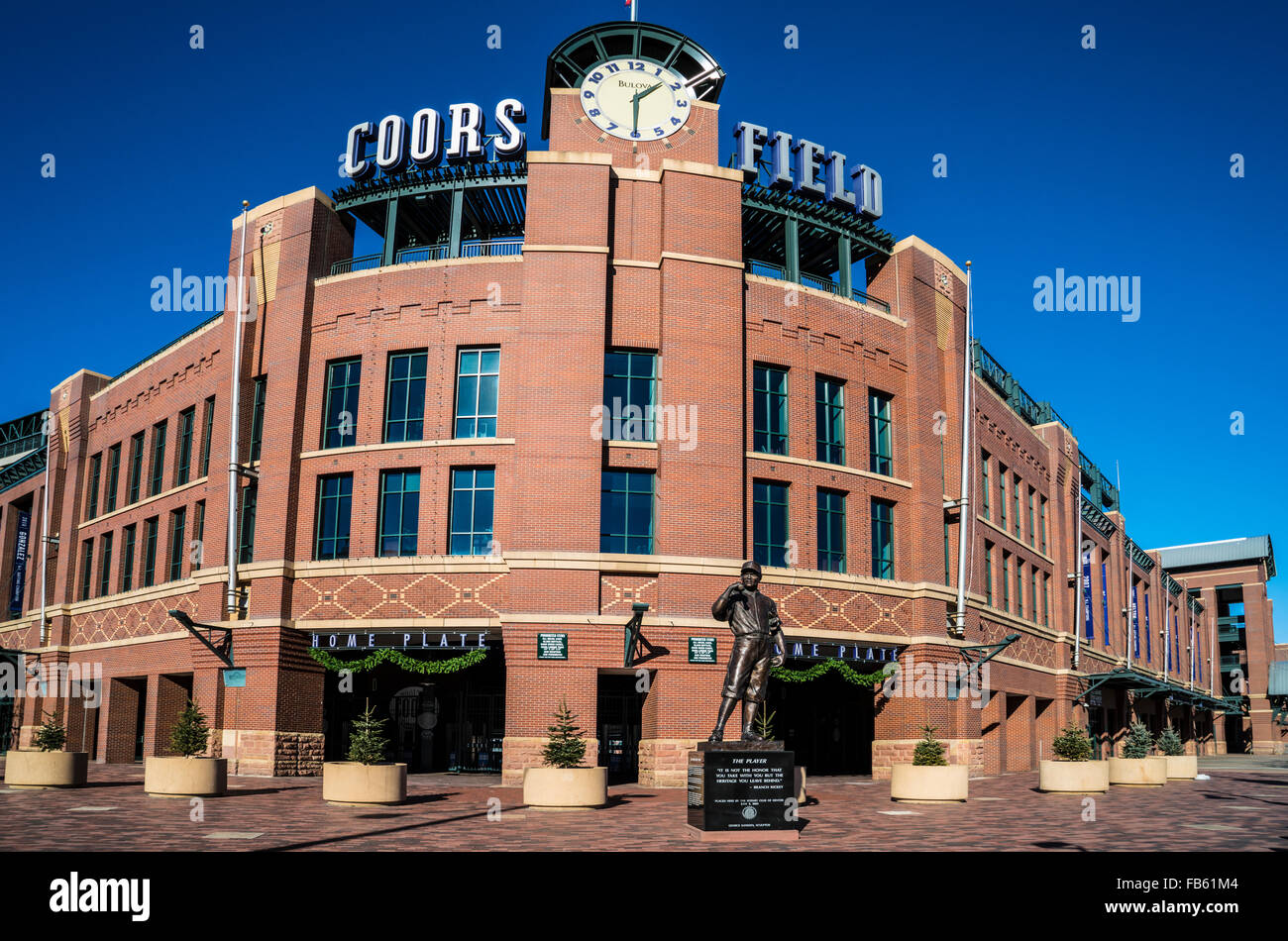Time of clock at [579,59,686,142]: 1:30
